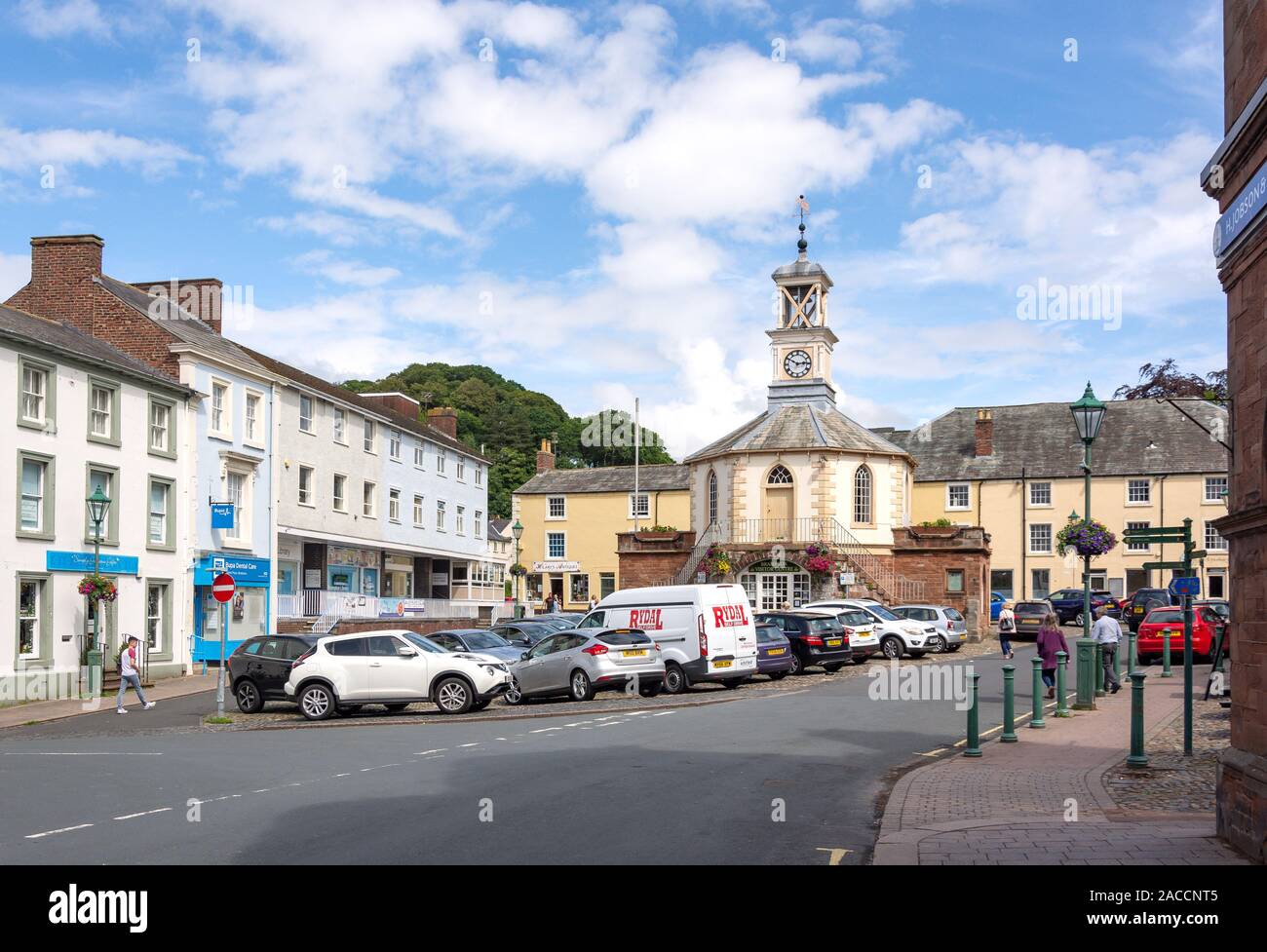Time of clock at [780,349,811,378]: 2:50
